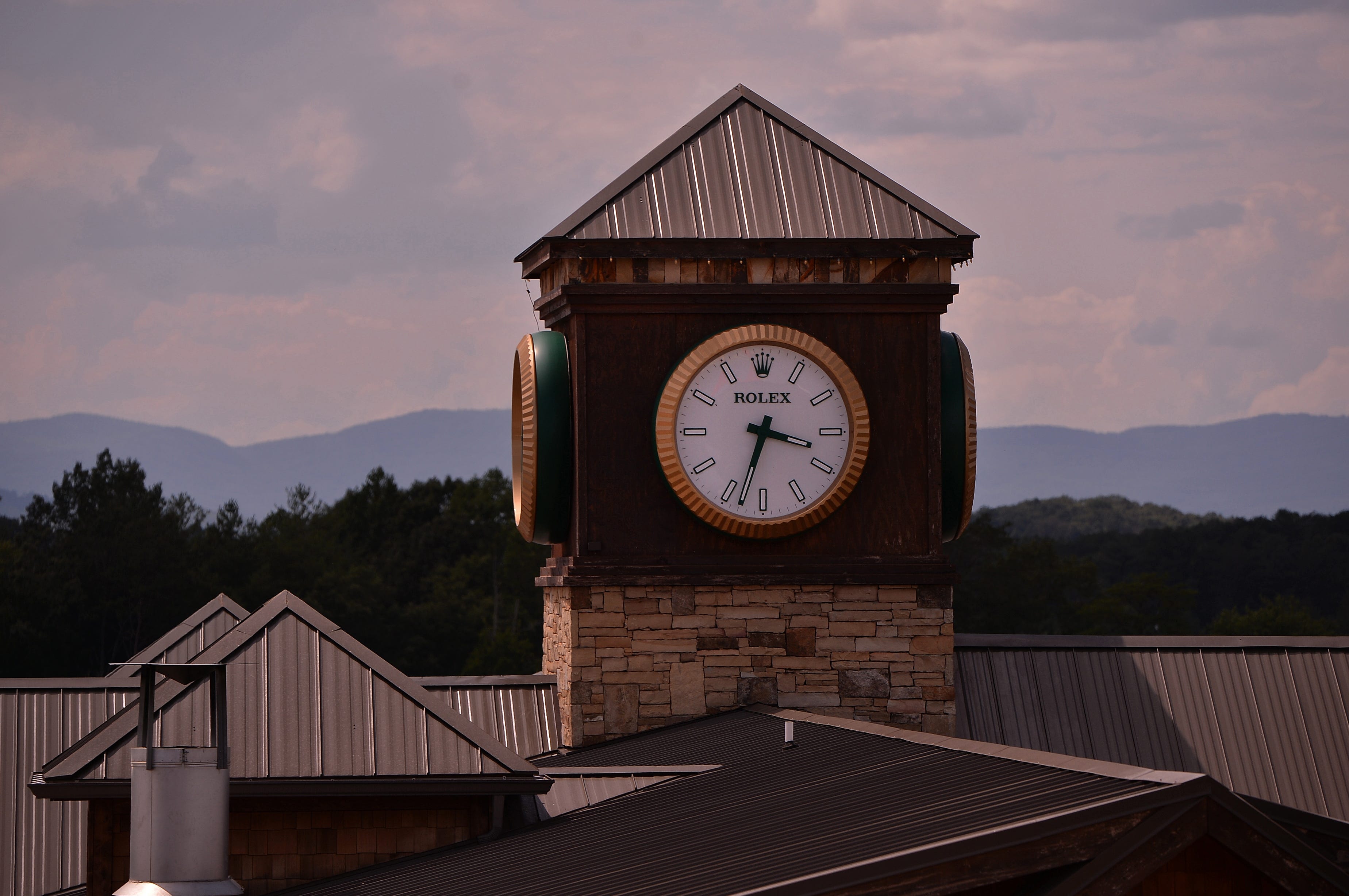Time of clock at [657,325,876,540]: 3:32
